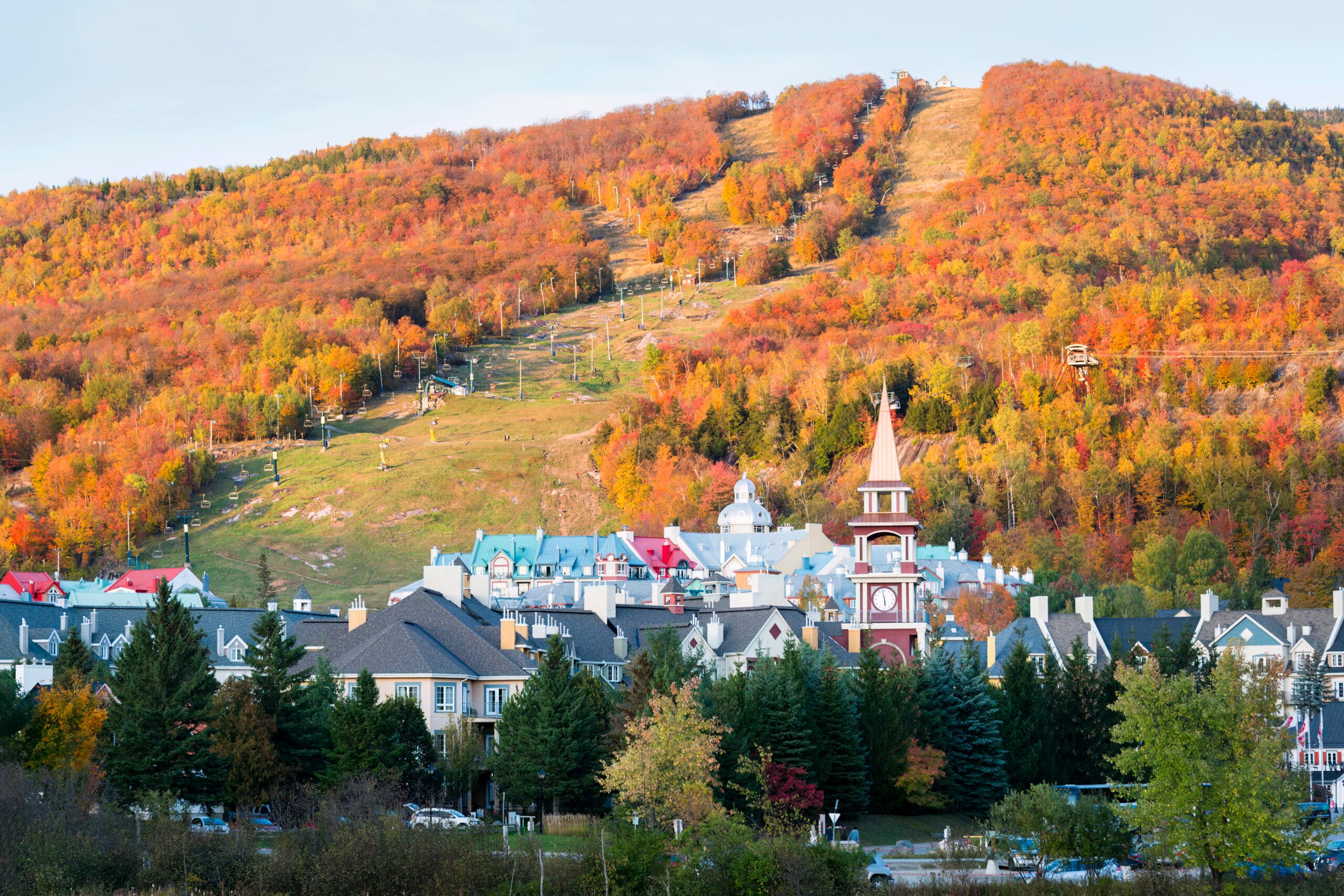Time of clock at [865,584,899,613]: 5:57
